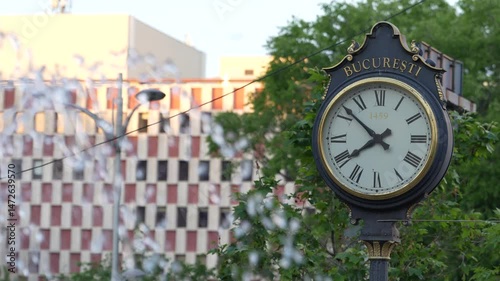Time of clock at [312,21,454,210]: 7:51
